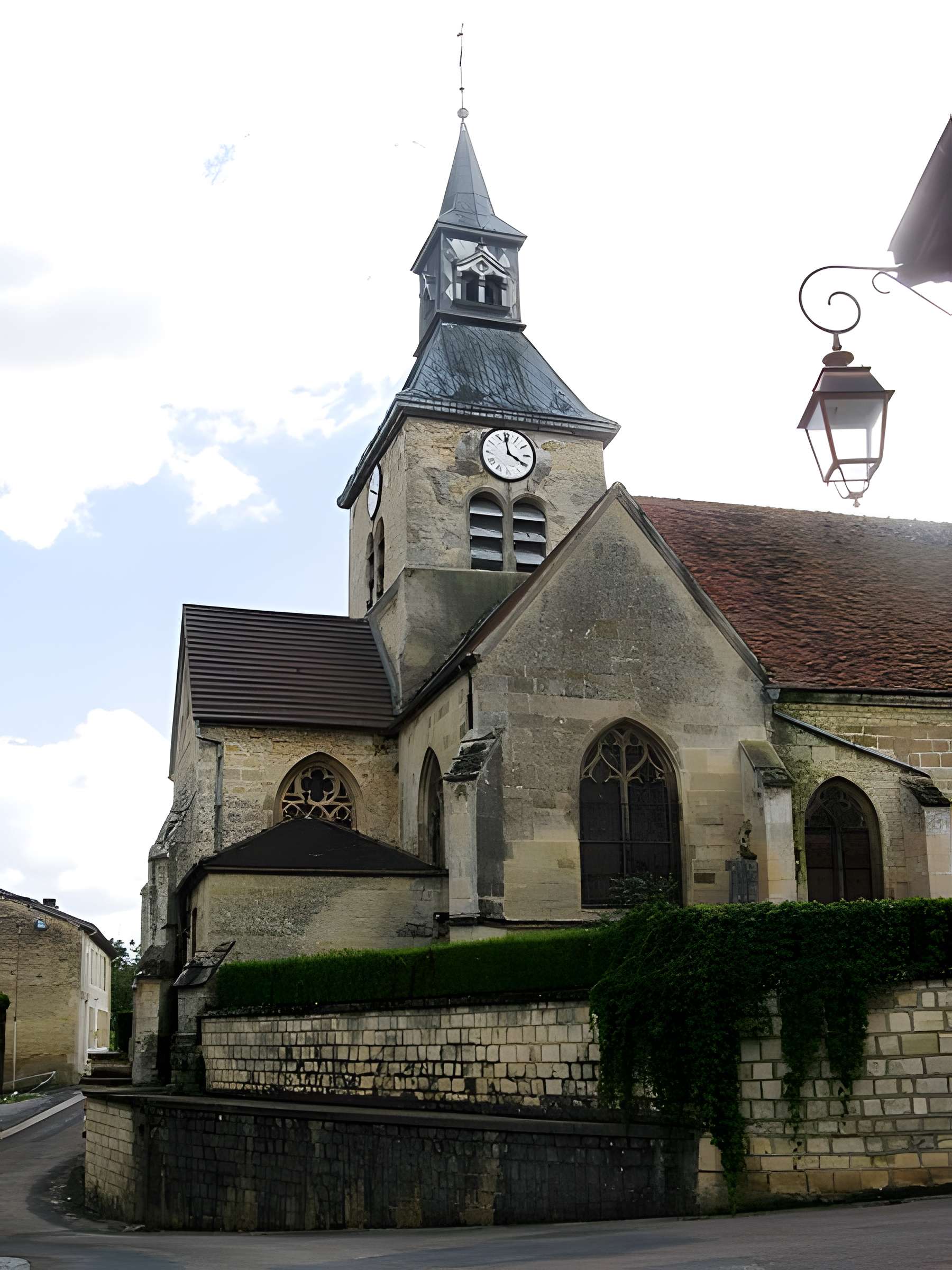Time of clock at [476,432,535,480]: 3:58
